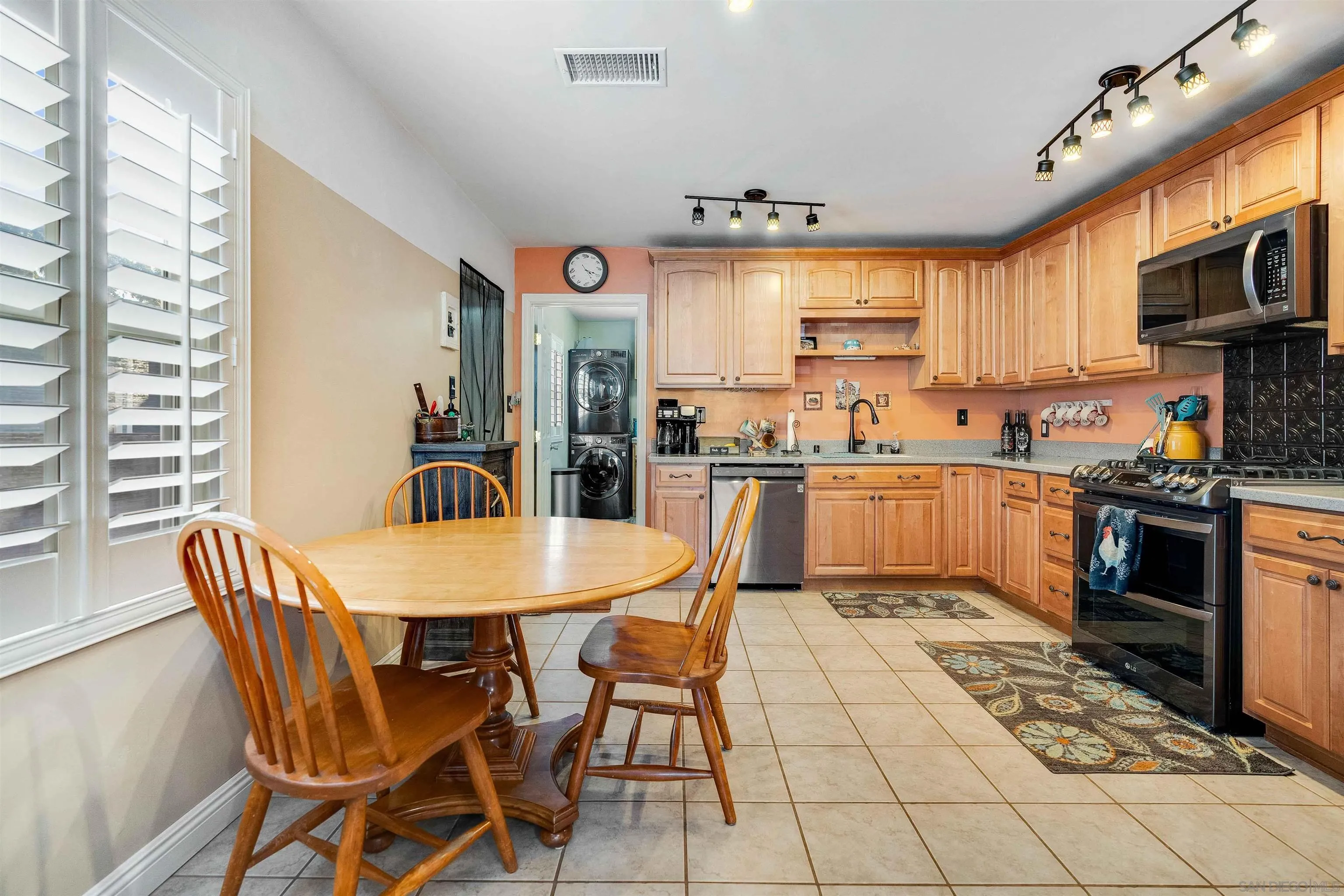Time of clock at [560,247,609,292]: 4:19
